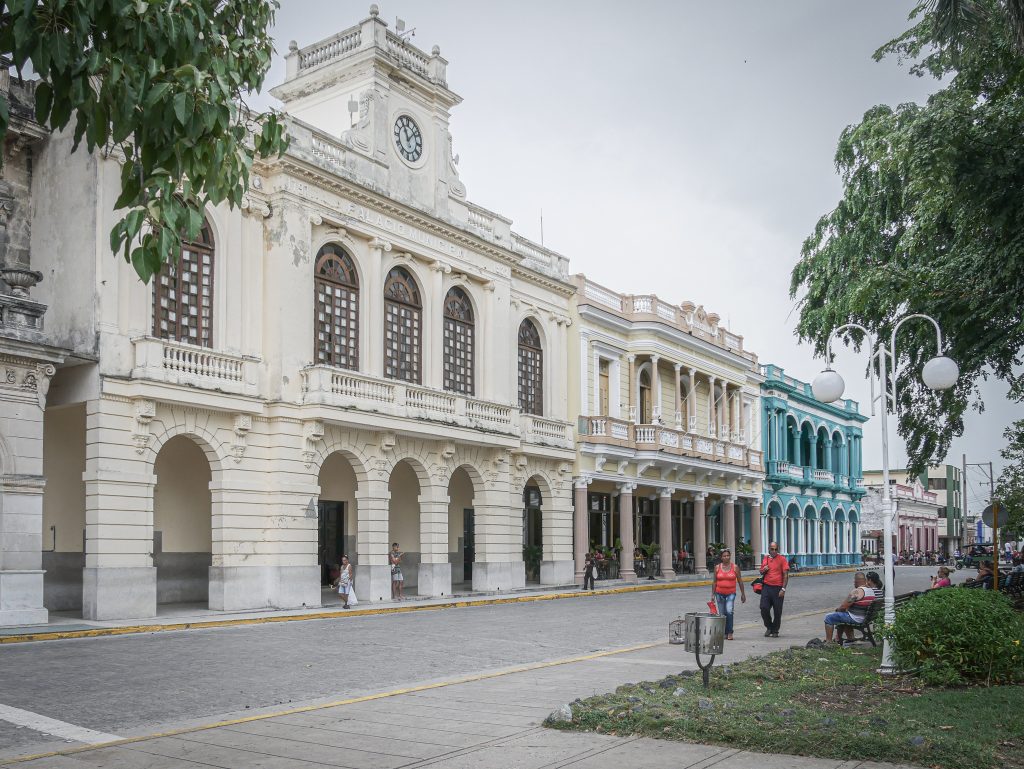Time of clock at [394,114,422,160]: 11:07
